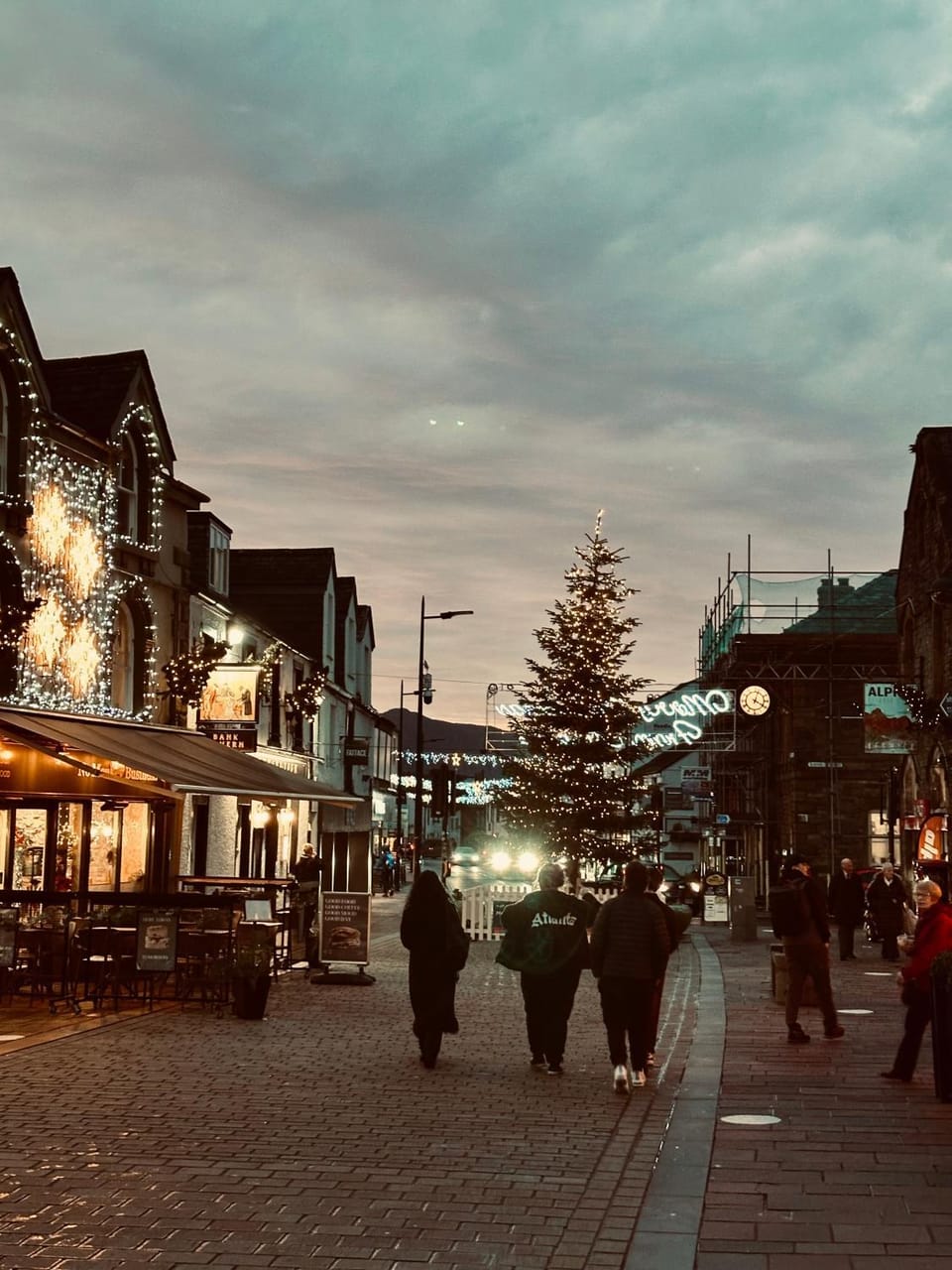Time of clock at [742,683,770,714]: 4:02
